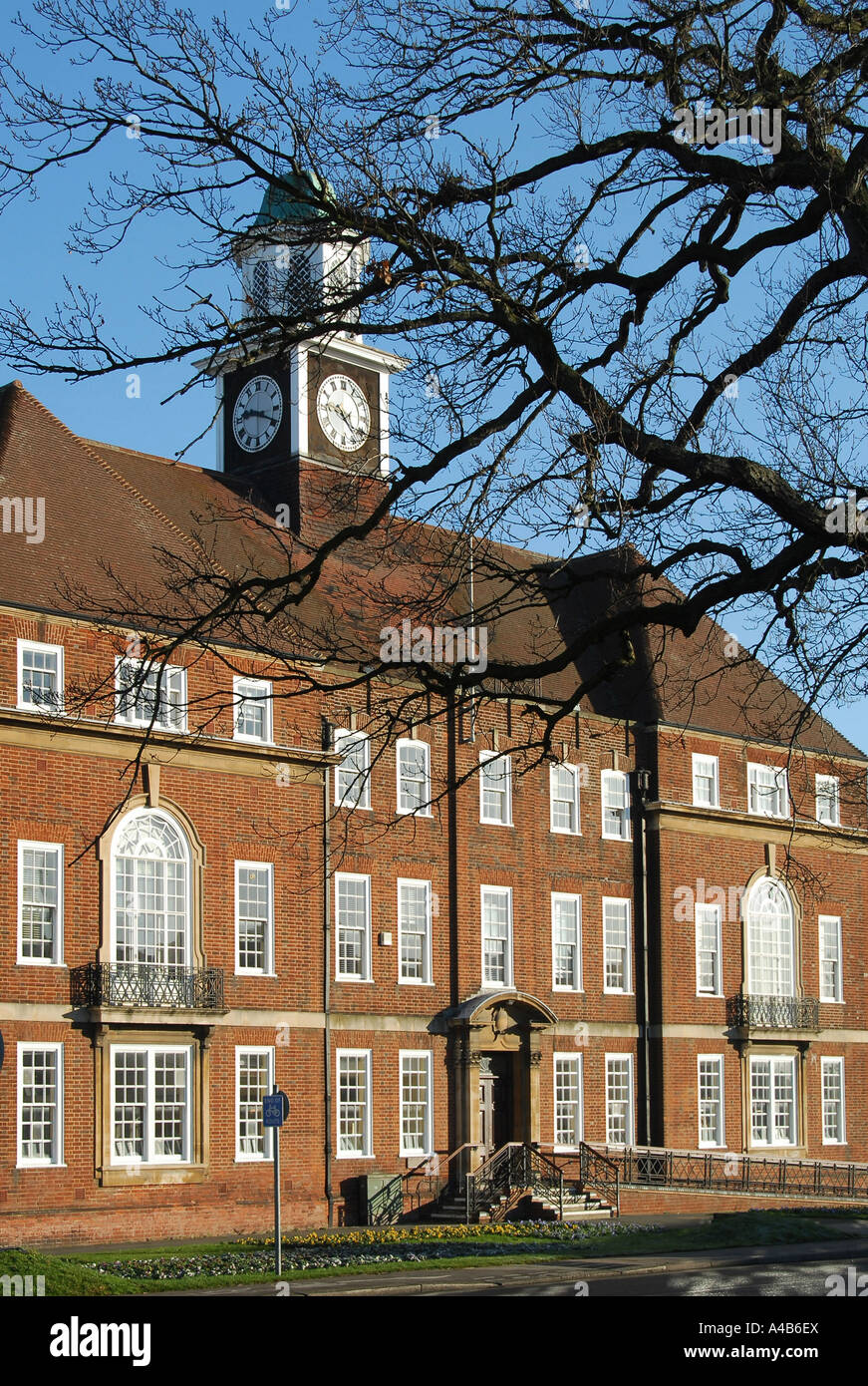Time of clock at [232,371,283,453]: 9:19
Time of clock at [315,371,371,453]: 9:22
